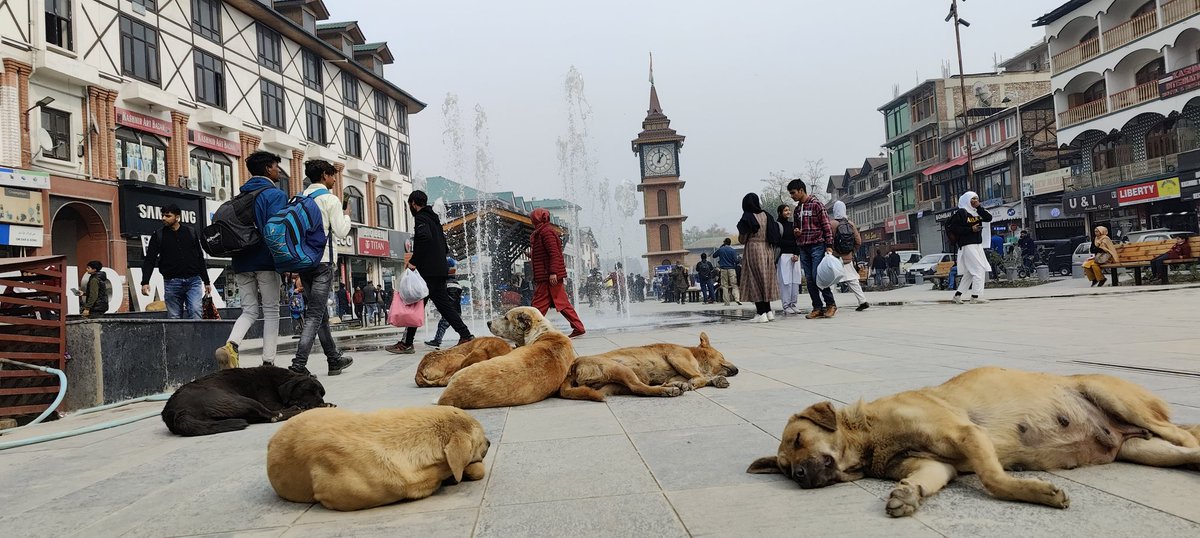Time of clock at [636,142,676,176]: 1:00
